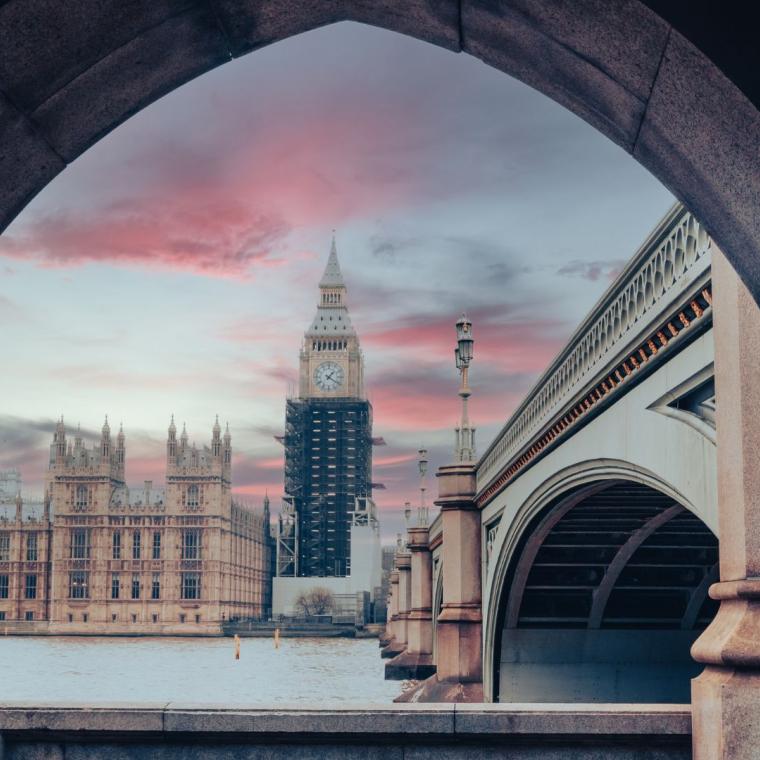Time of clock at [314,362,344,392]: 1:20
